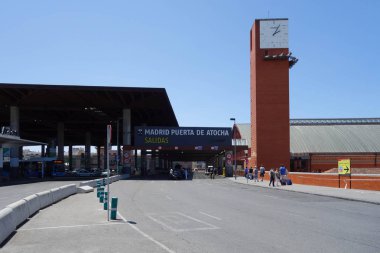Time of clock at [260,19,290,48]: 2:05
